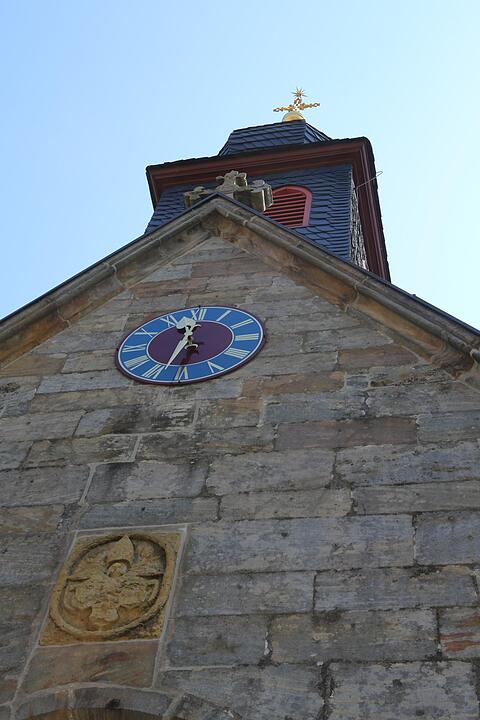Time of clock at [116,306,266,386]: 11:33
